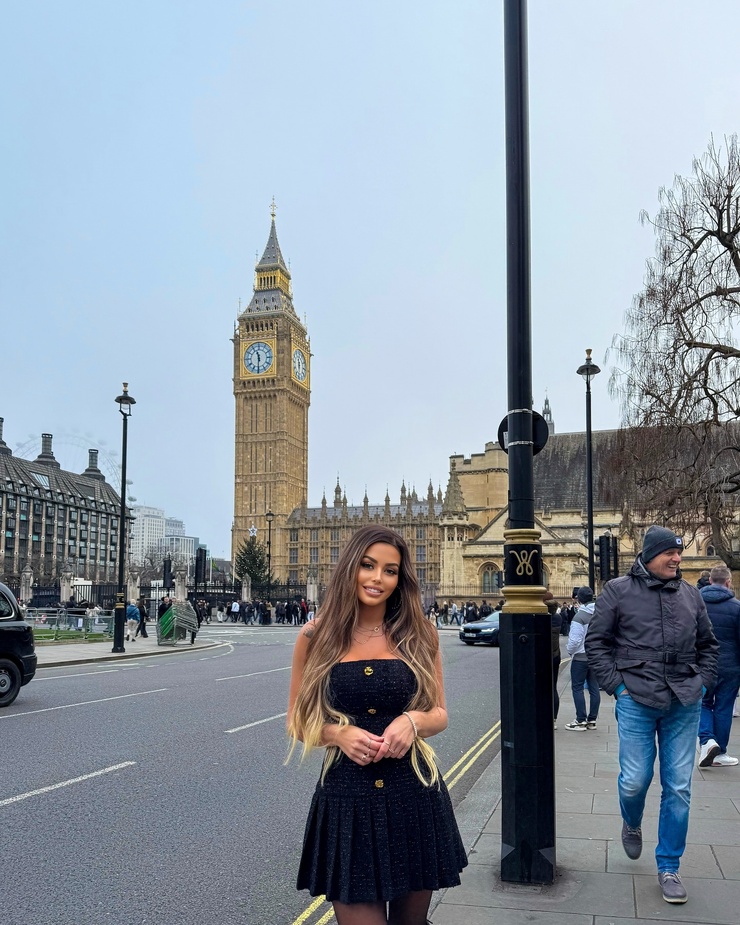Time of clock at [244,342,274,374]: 11:30
